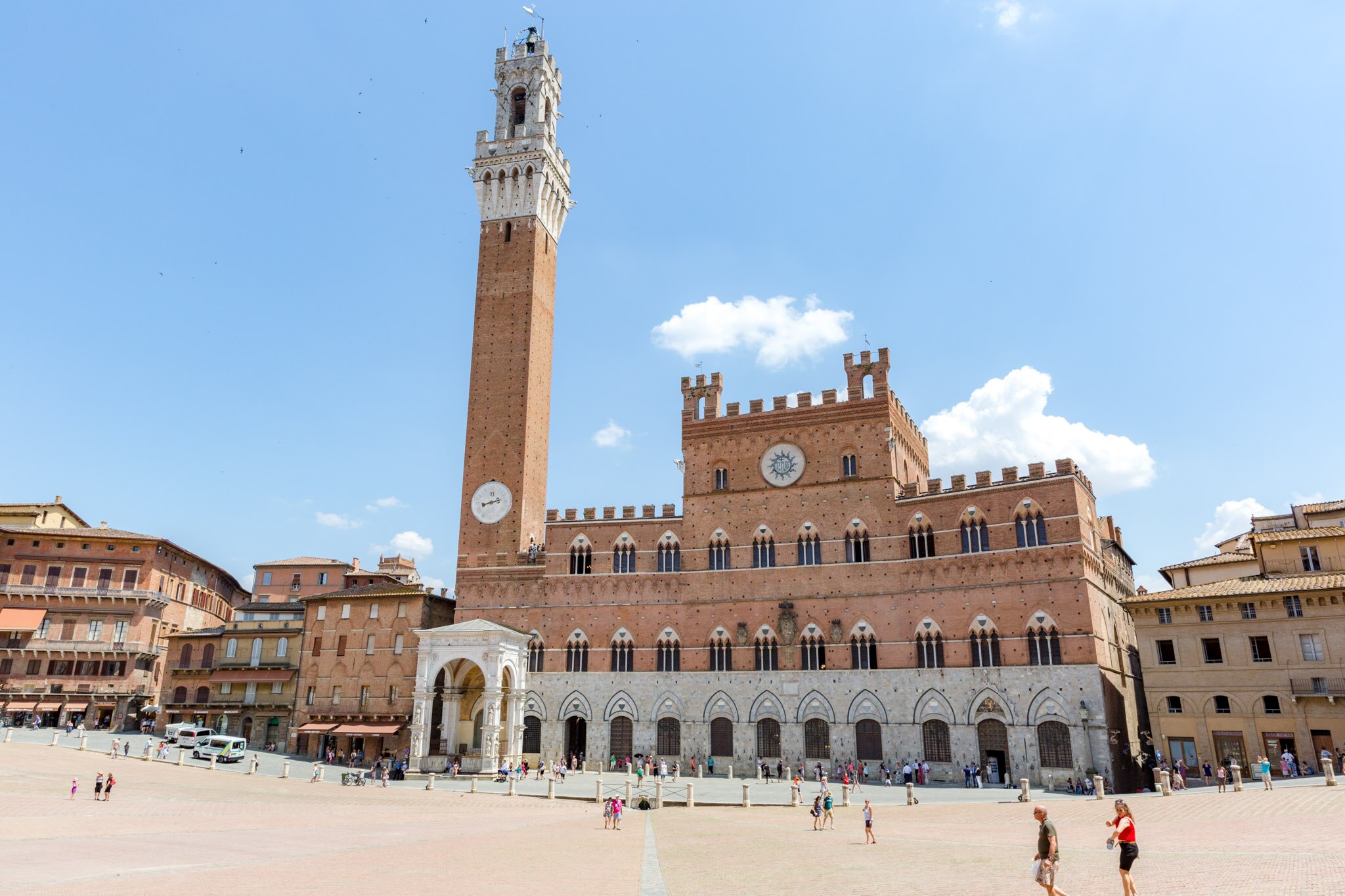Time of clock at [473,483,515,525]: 8:12
